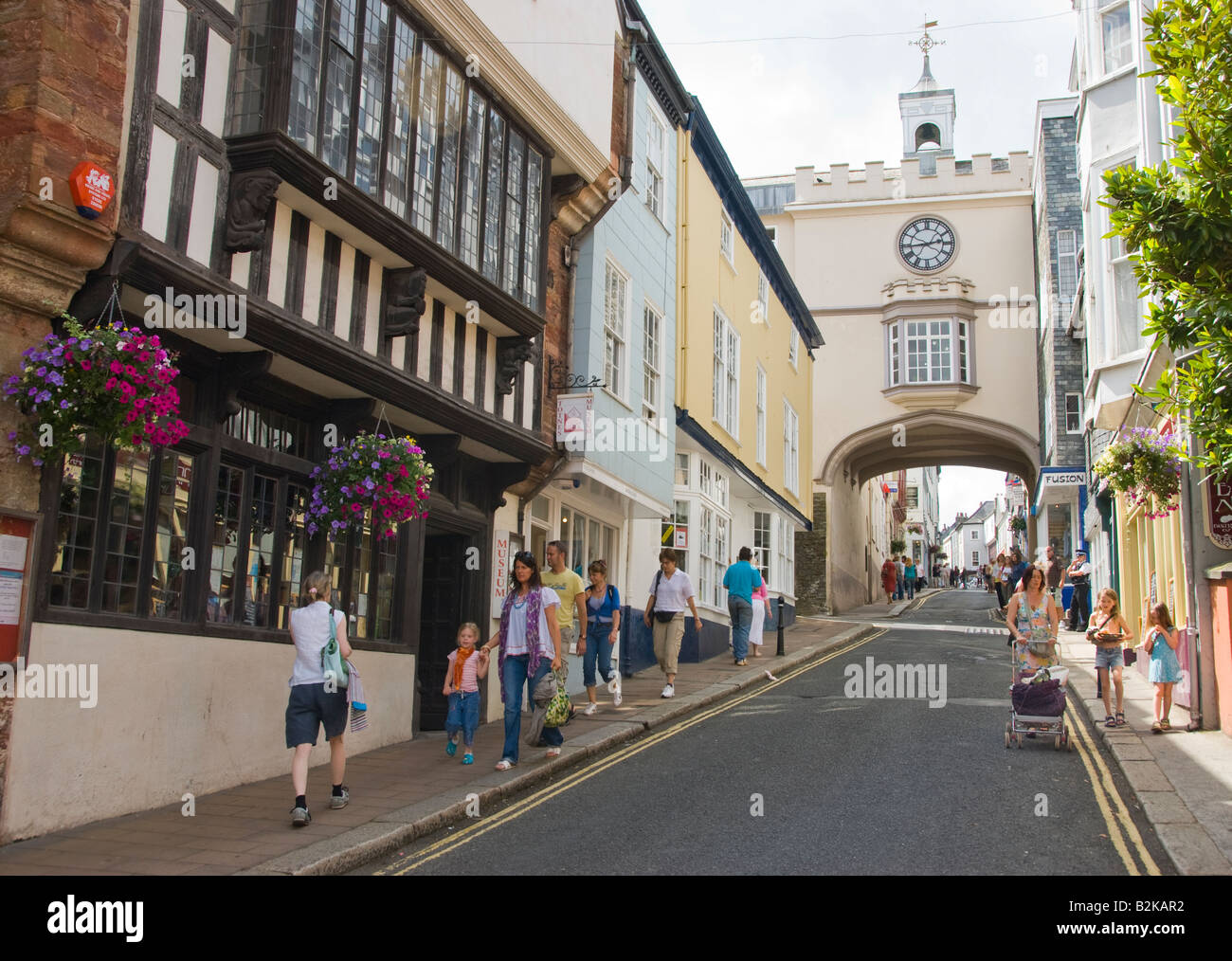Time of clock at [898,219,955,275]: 2:44
